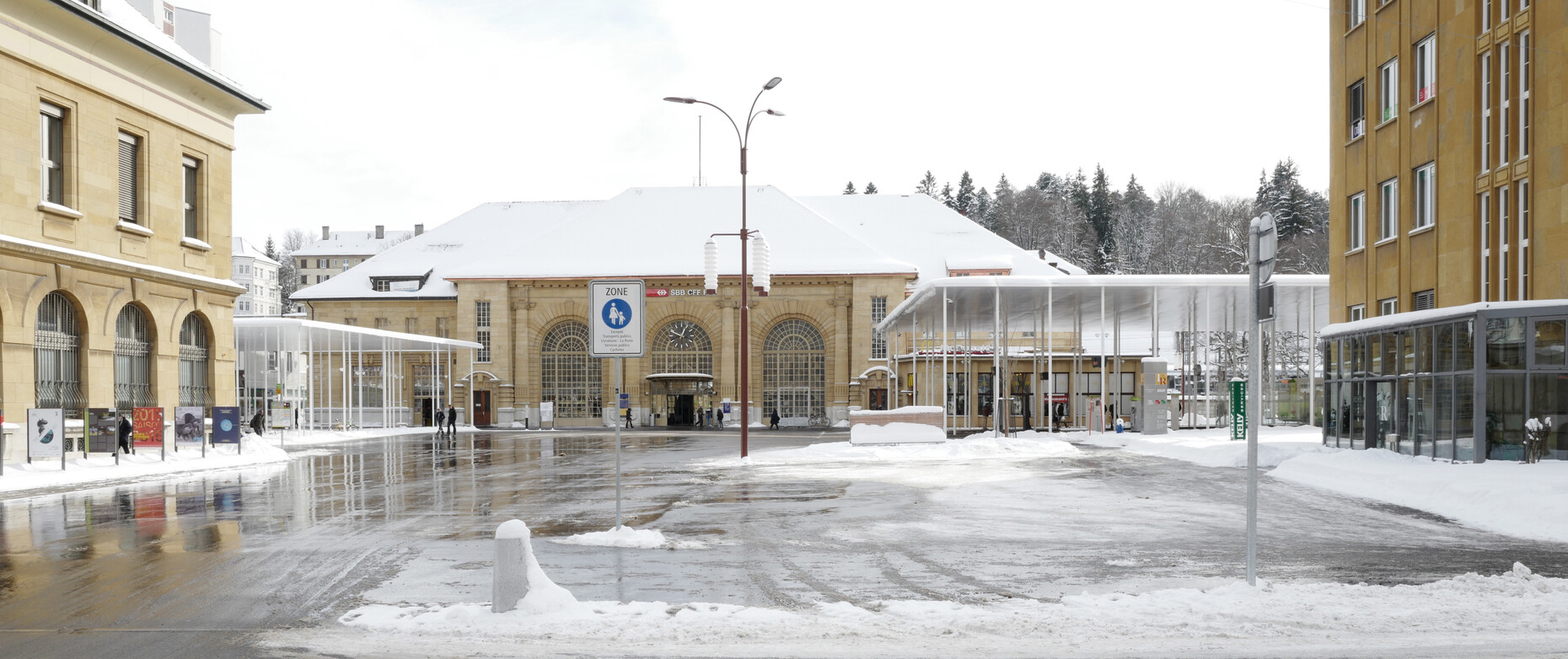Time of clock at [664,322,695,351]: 12:49
